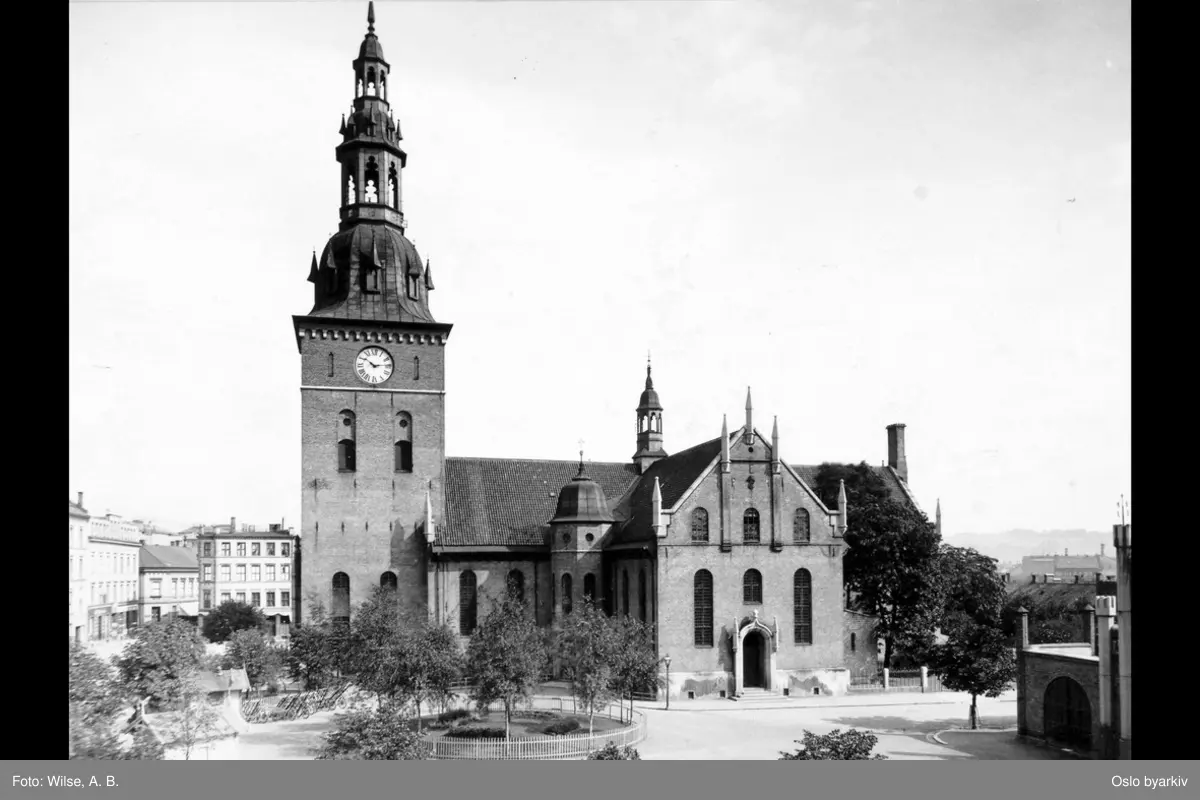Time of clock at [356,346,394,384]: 10:13
